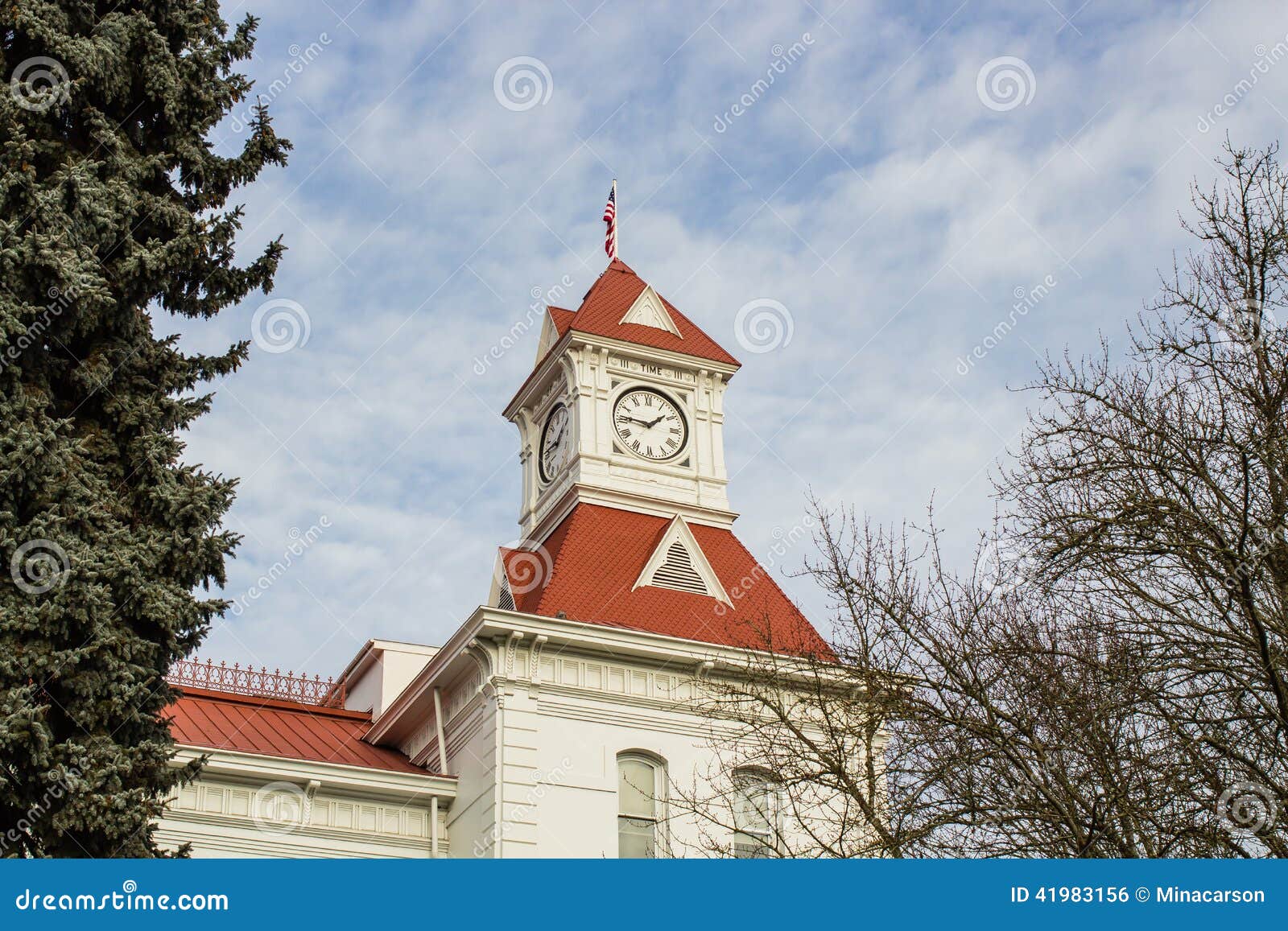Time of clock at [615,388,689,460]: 1:46
